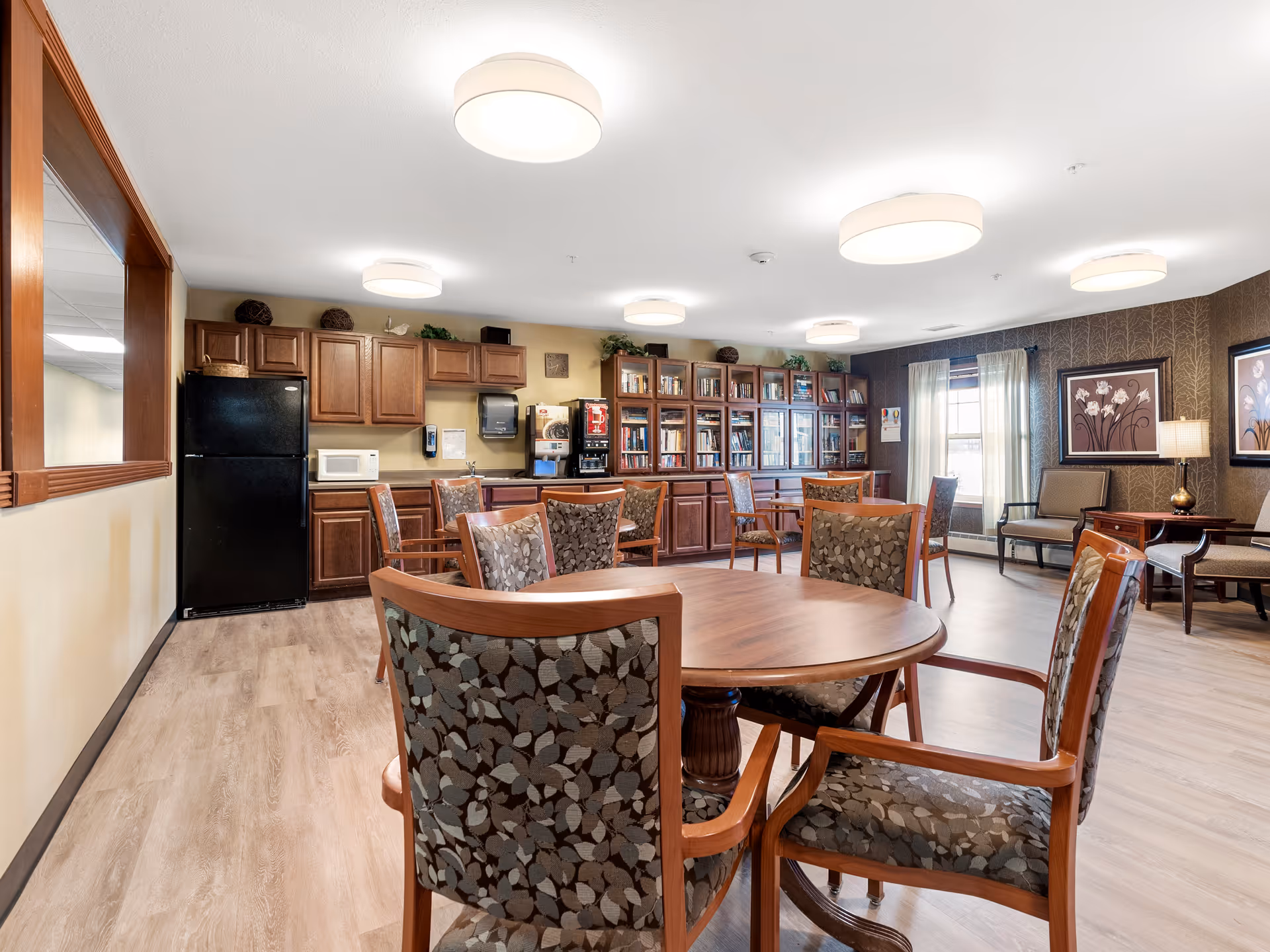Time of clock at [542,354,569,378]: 6:41
